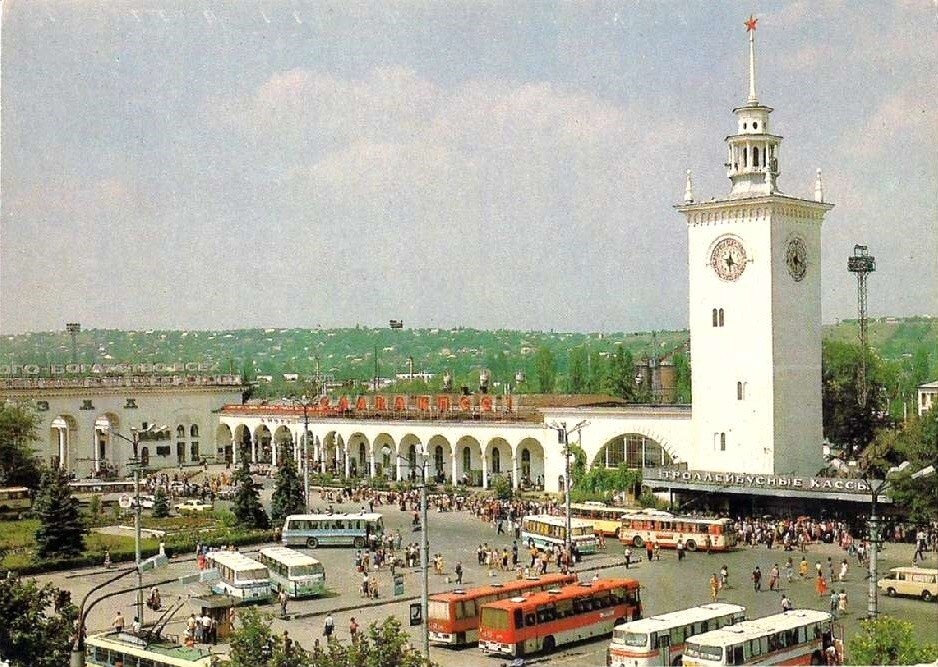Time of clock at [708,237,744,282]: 3:29
